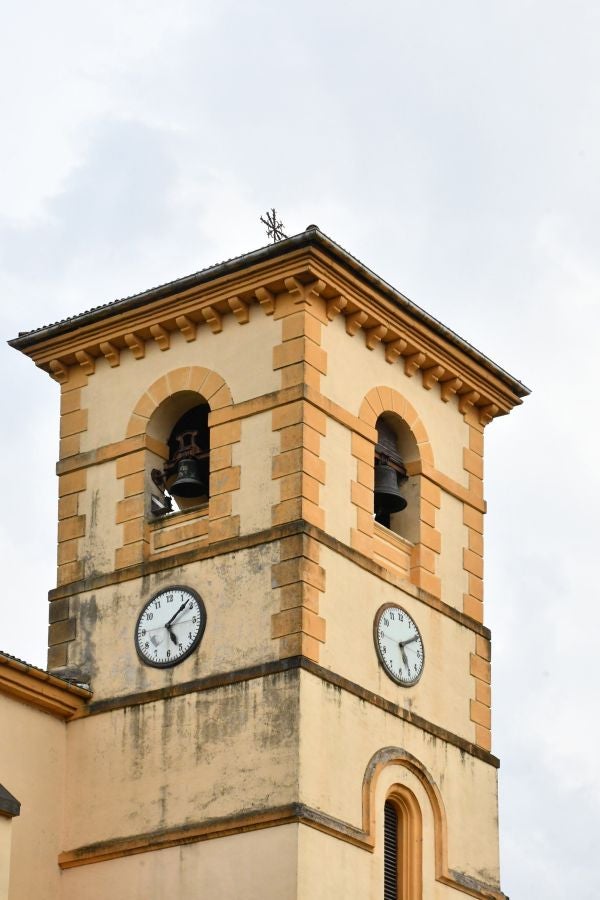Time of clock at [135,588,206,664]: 5:07
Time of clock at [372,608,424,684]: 5:09
